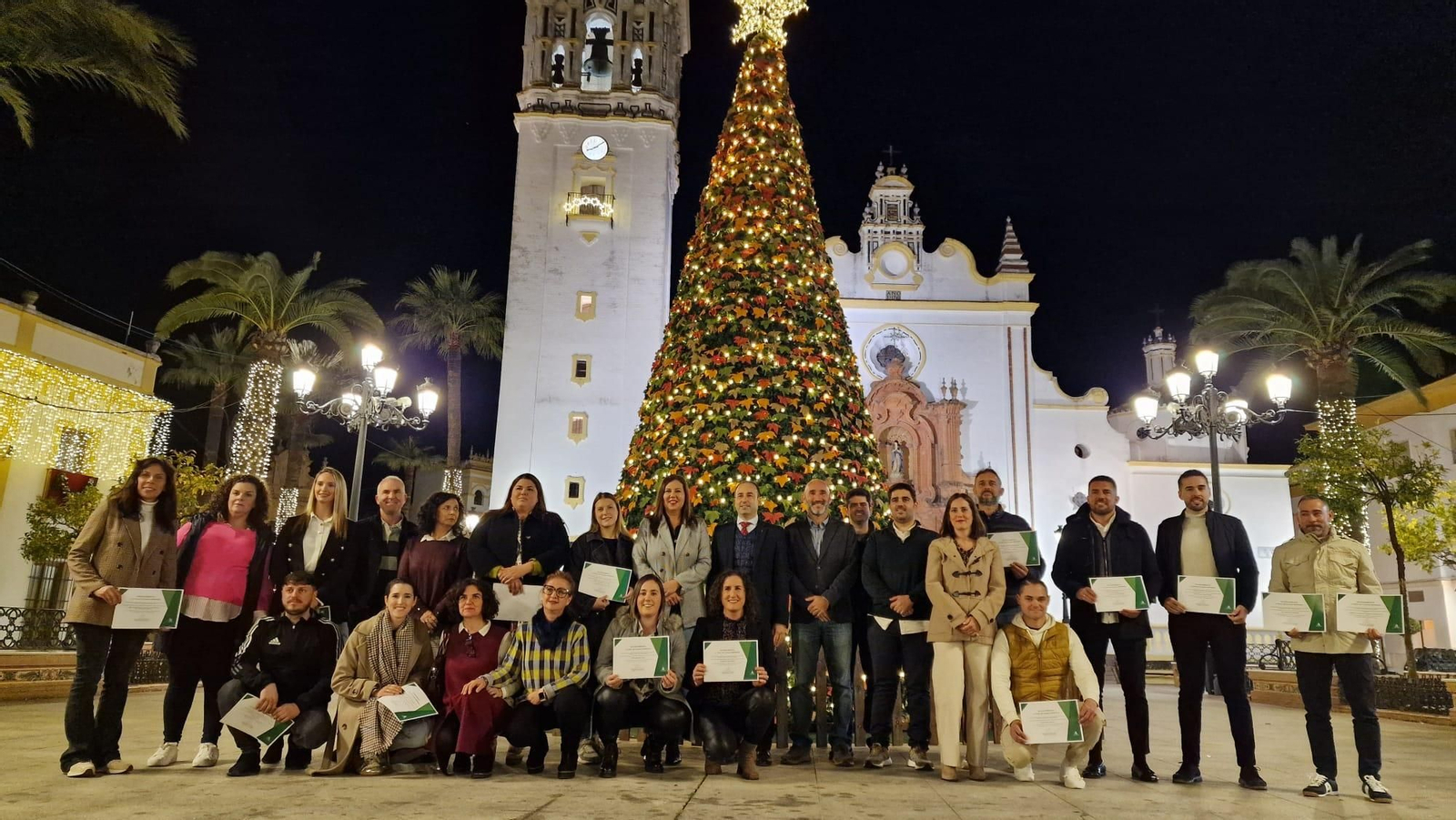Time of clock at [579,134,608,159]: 8:09
